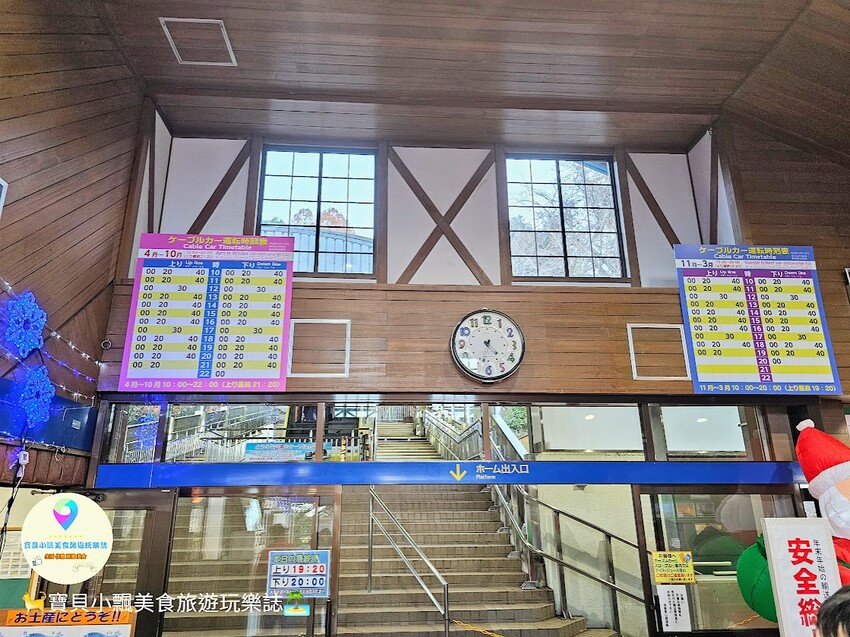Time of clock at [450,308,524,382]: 4:32
